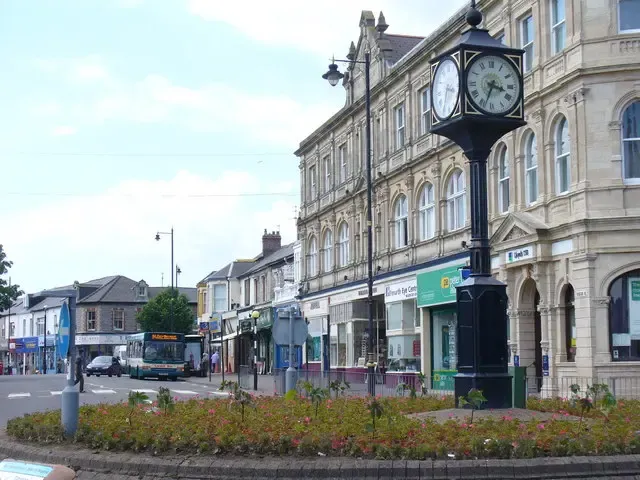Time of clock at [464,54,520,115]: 3:33
